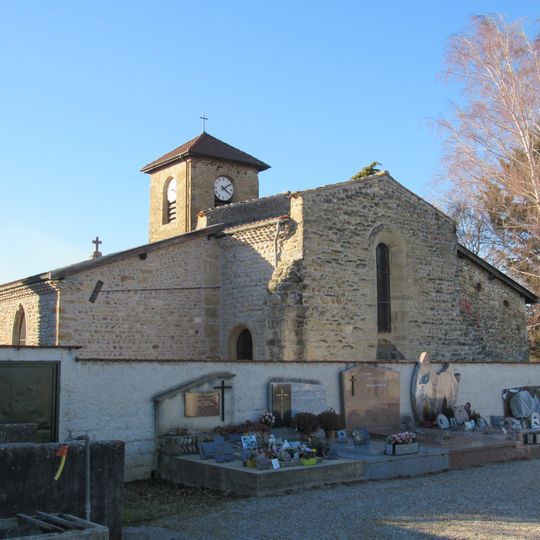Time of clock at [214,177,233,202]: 4:09
